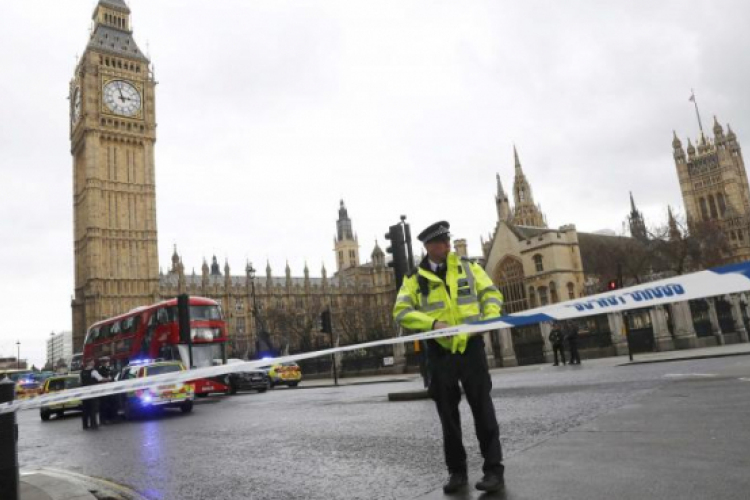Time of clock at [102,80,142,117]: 2:57
